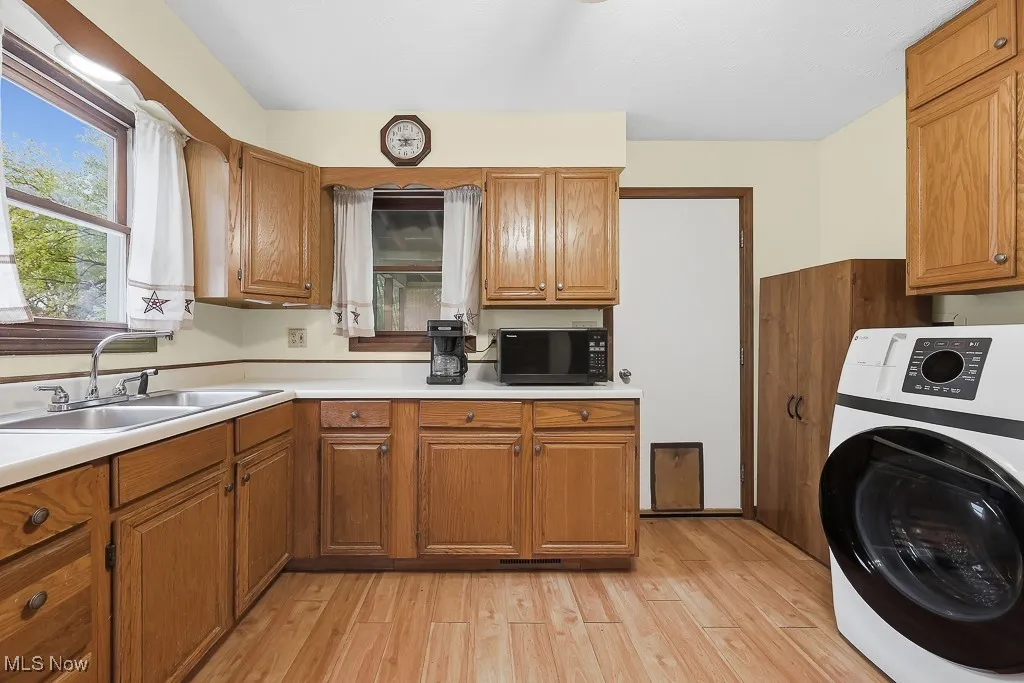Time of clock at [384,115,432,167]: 9:13
